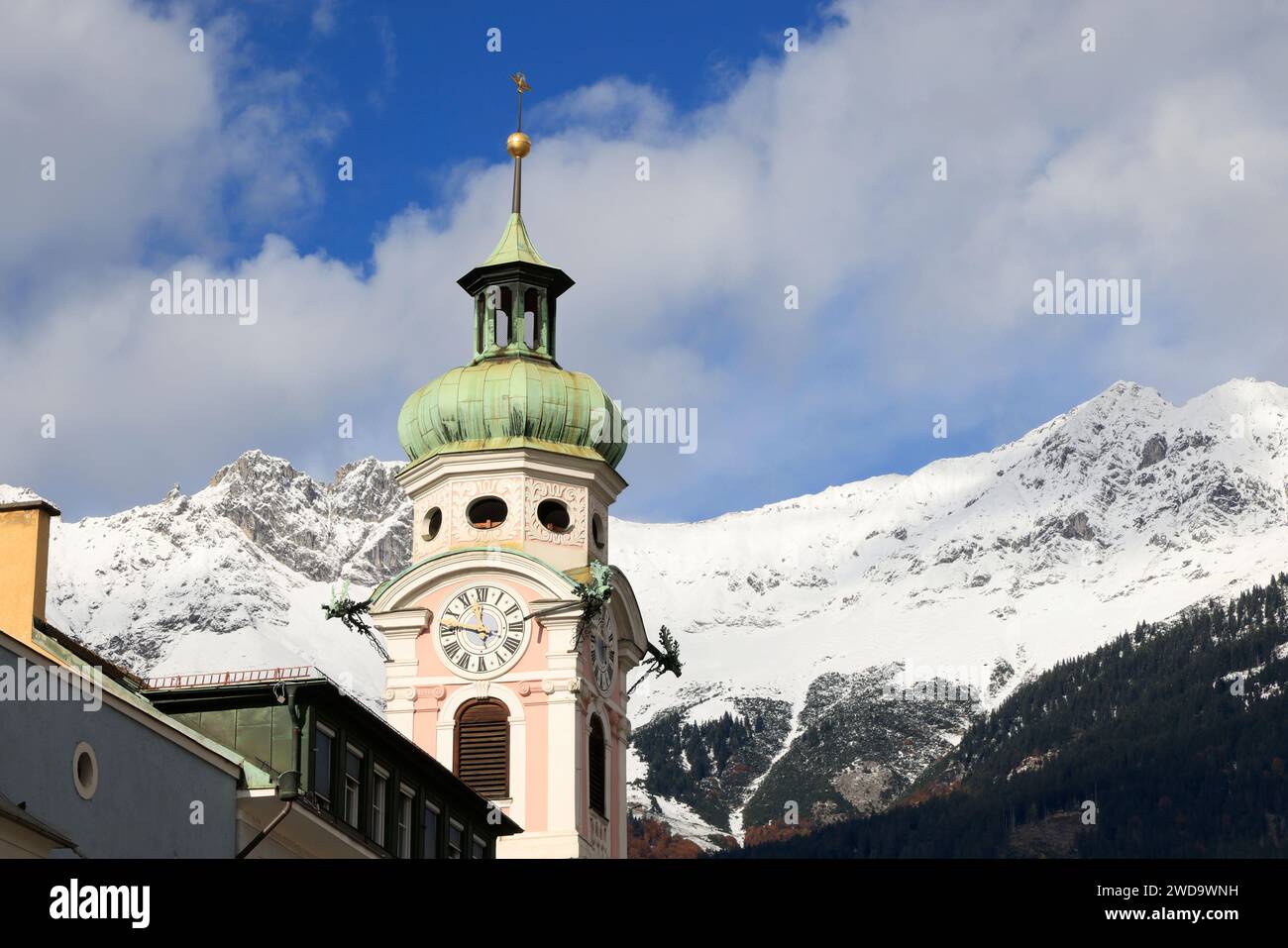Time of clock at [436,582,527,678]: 11:46
